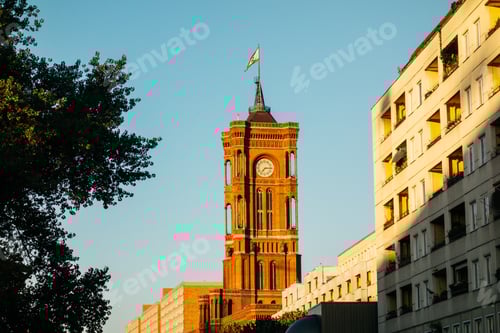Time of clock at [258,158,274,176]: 7:15
